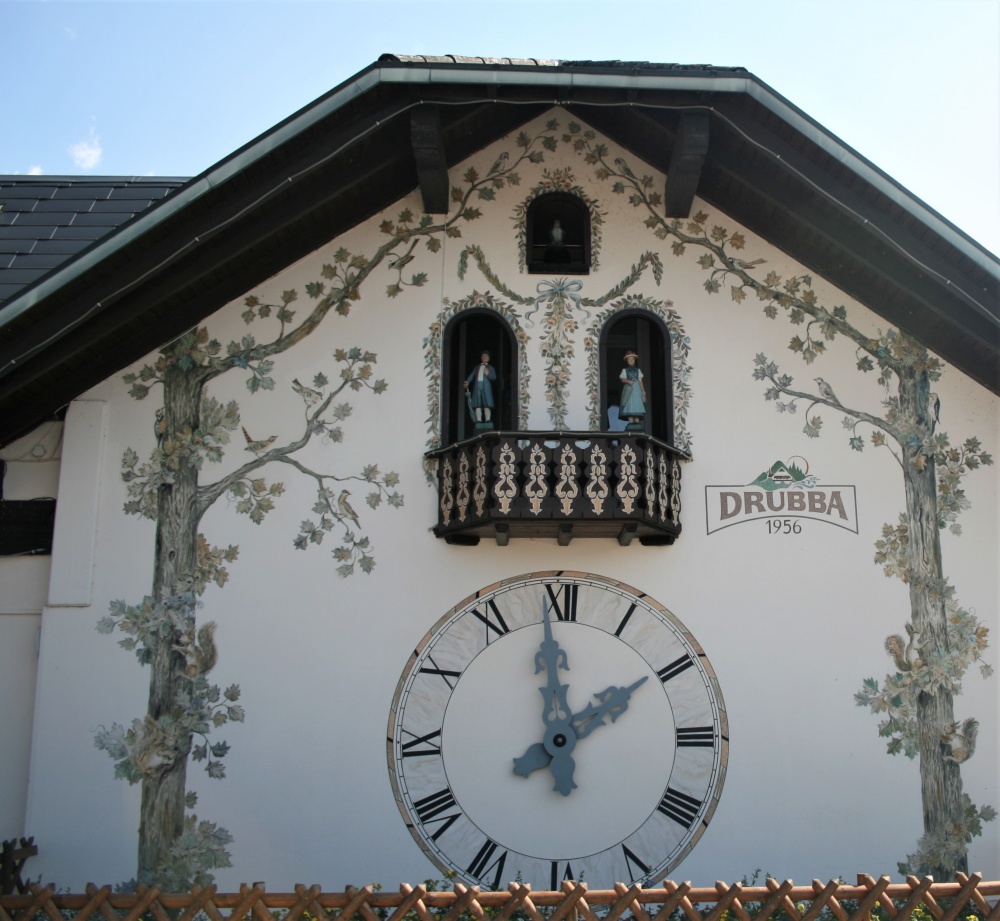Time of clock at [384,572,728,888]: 1:58
